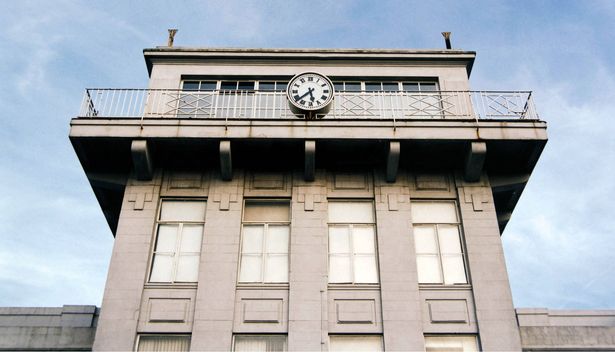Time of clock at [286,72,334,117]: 5:38
